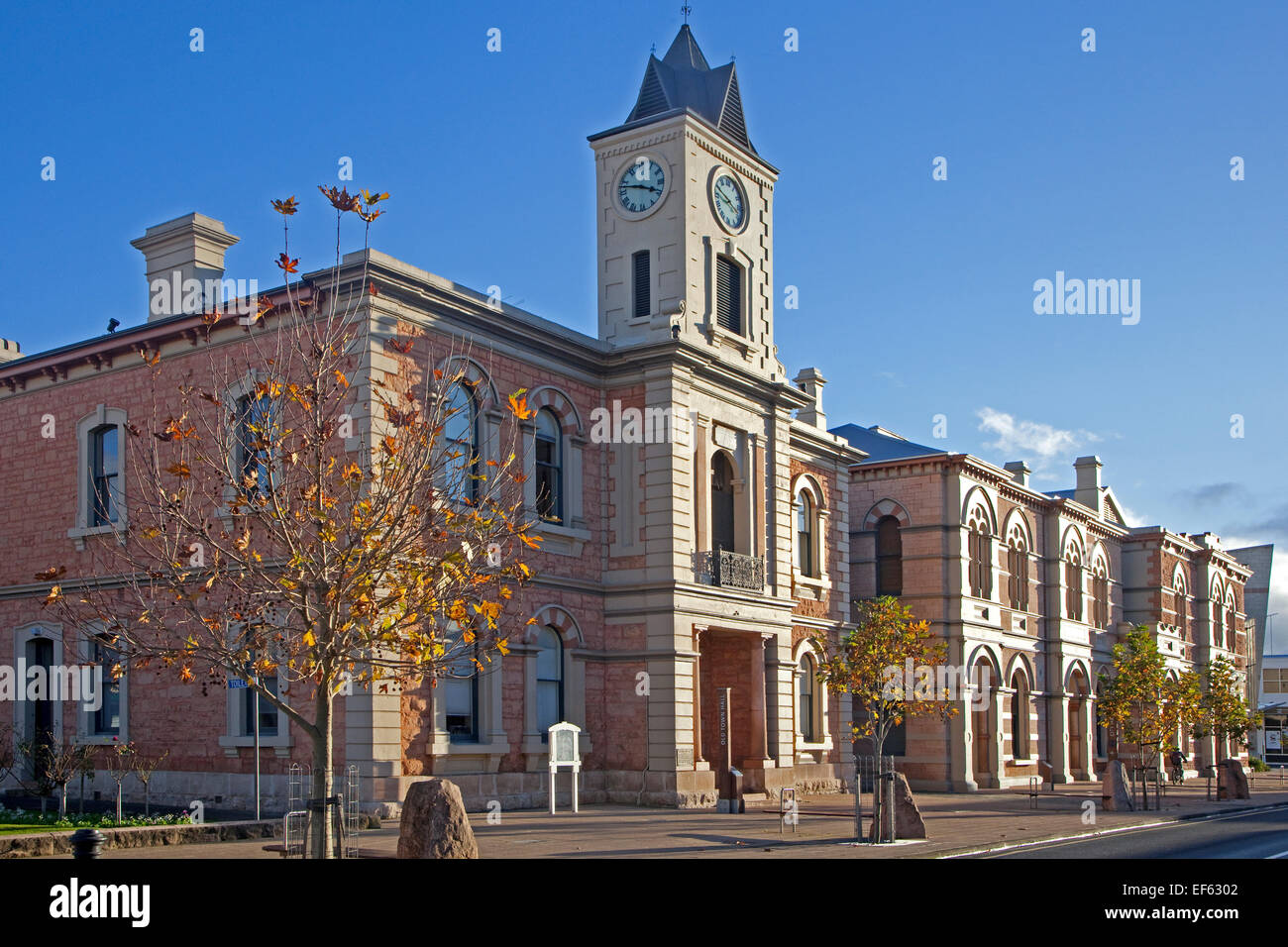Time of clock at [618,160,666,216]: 3:47
